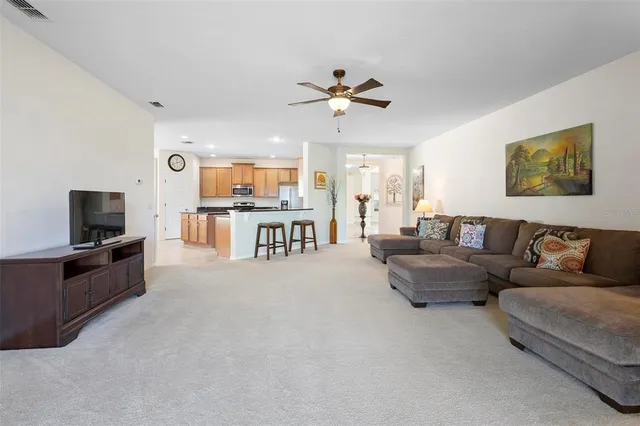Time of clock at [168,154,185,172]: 11:41
